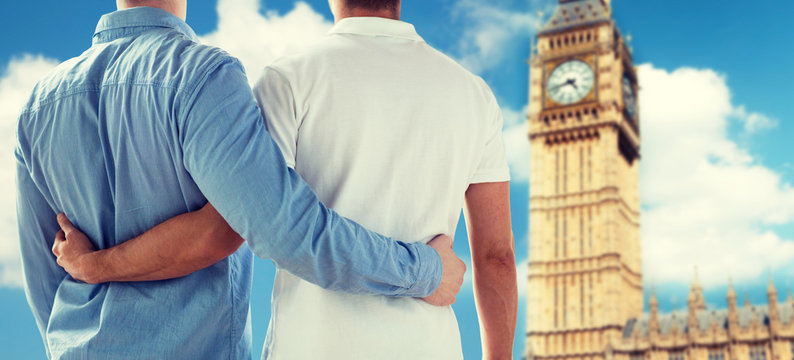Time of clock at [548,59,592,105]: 4:42
